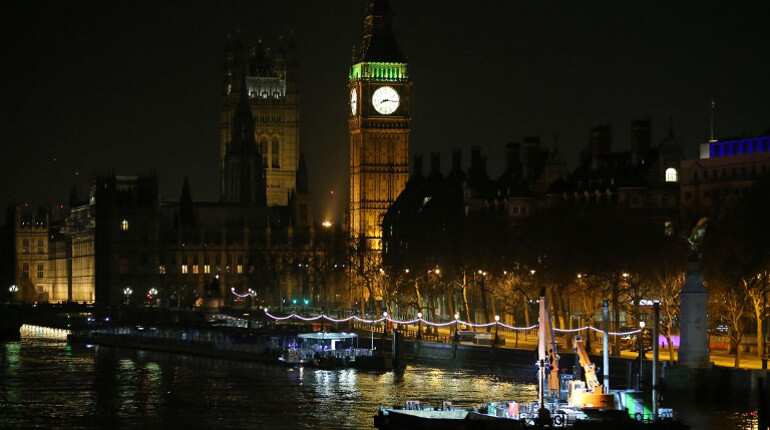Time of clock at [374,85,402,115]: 8:16
